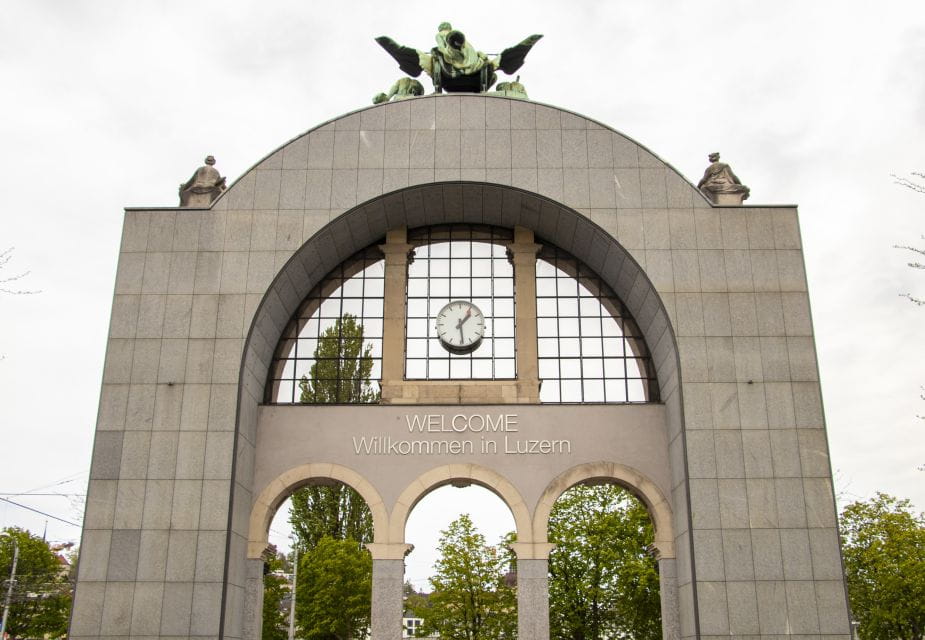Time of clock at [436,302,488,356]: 1:29
